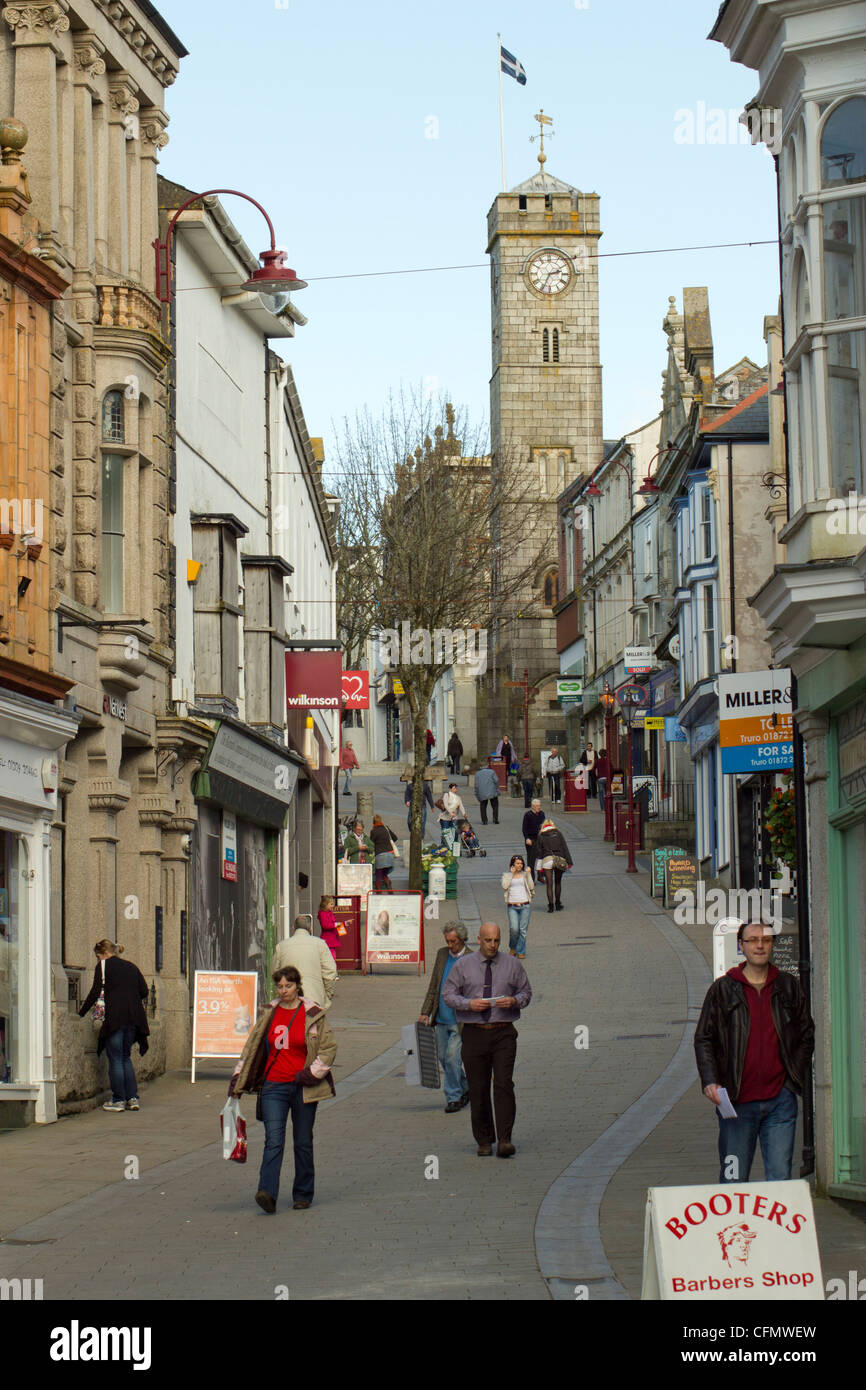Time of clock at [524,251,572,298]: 2:34
